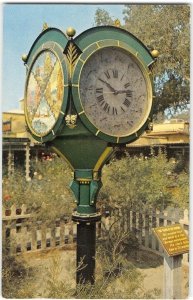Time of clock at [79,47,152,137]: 2:49
